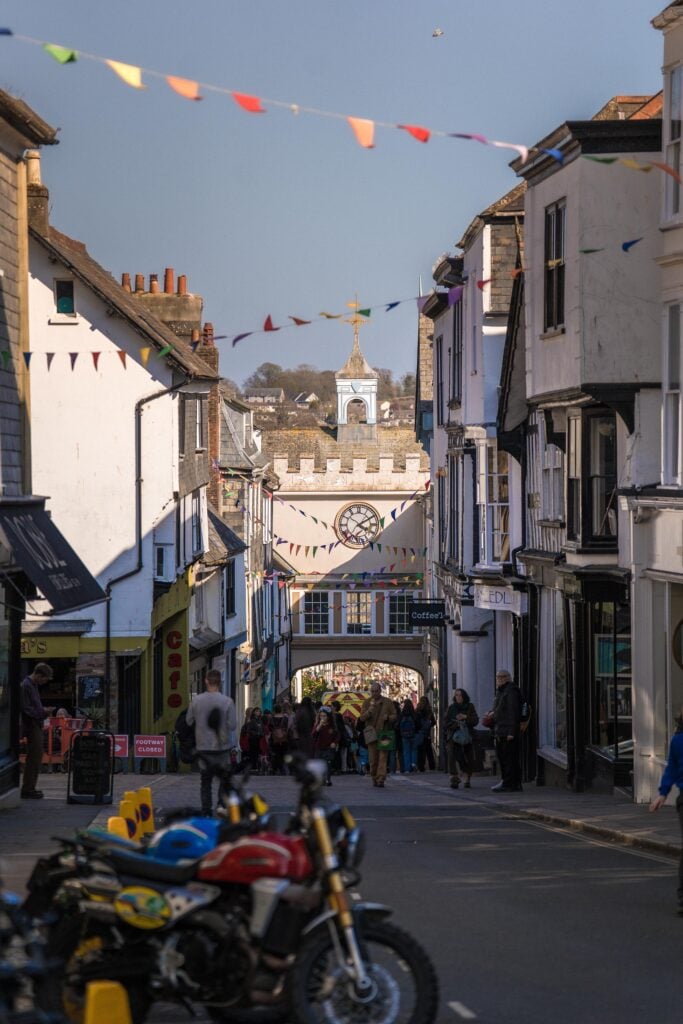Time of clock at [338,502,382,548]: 4:09
